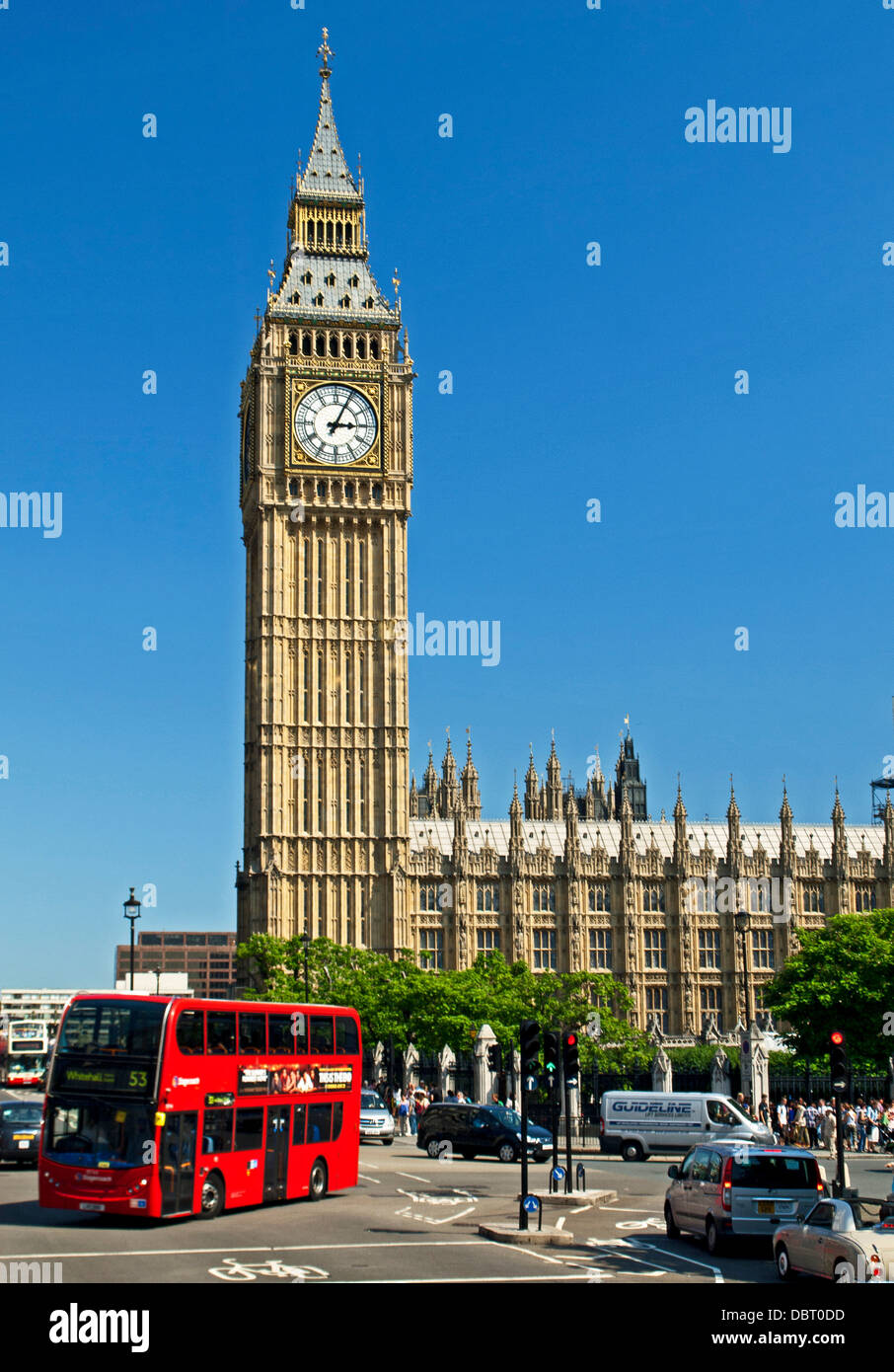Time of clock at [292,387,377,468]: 3:04
